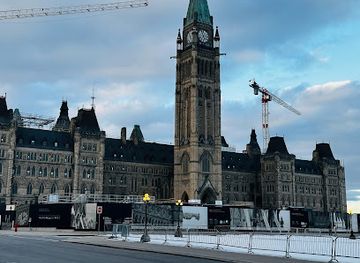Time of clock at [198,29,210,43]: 6:56
